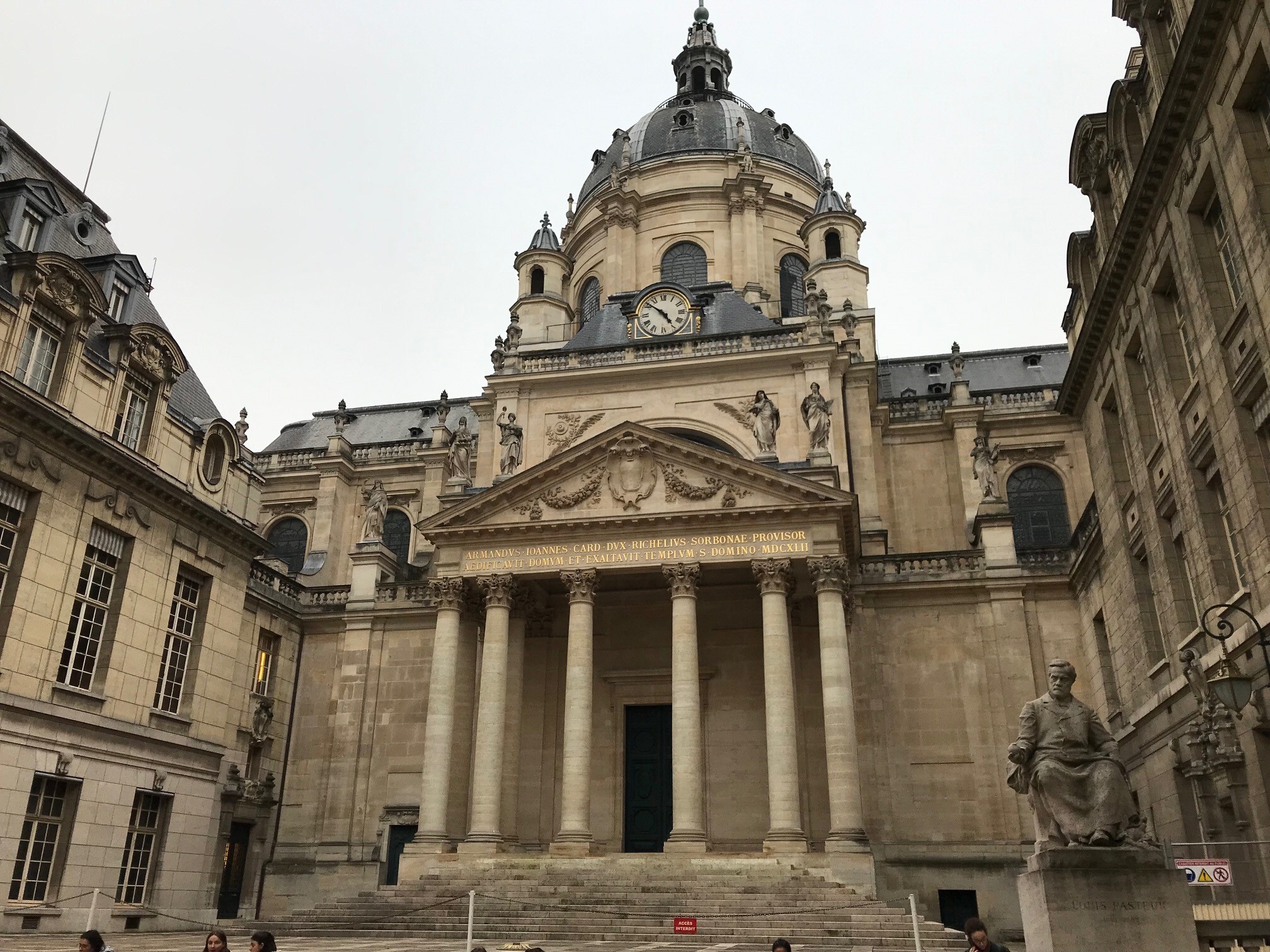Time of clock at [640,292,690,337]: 4:51
